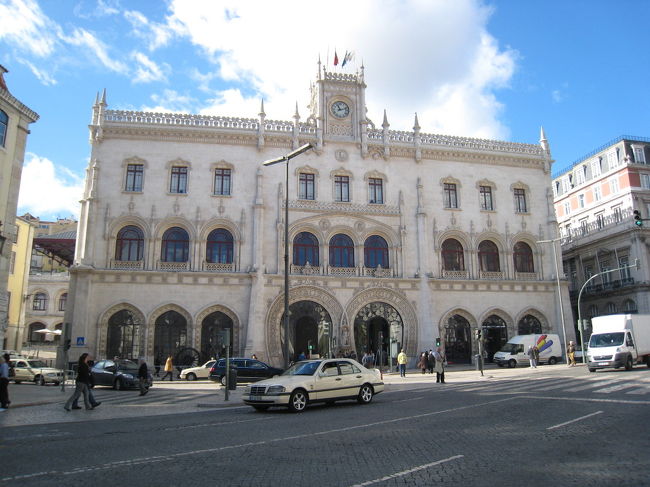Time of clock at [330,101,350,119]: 11:11
